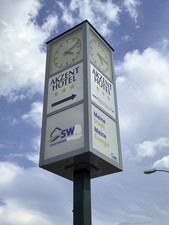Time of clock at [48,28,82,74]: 4:12
